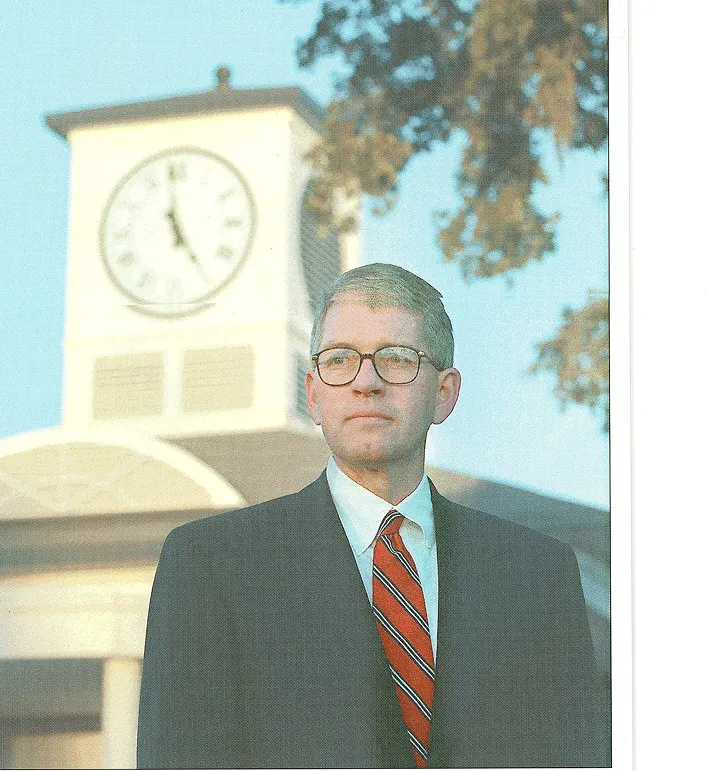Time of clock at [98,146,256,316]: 4:58
